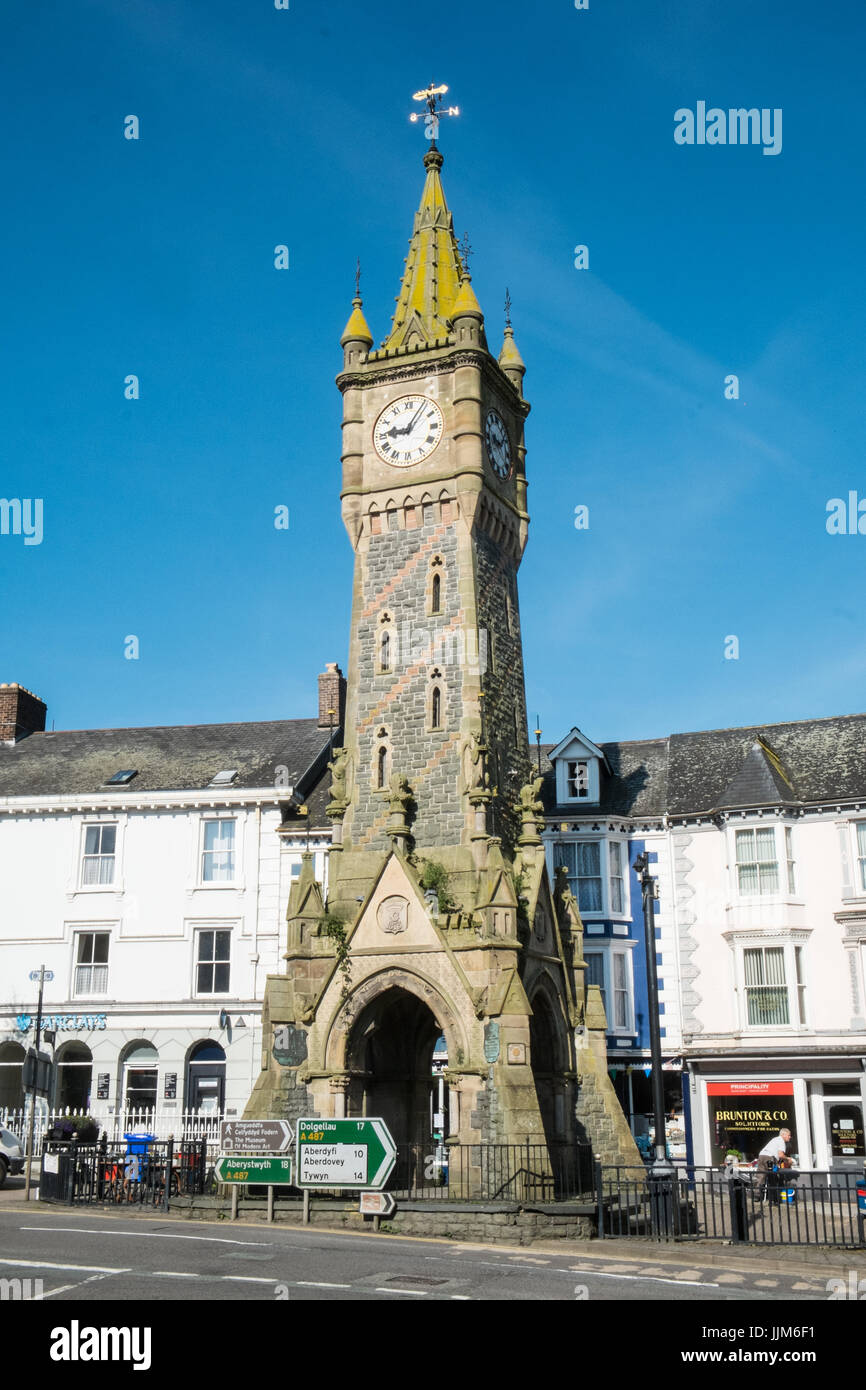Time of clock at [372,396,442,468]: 9:05
